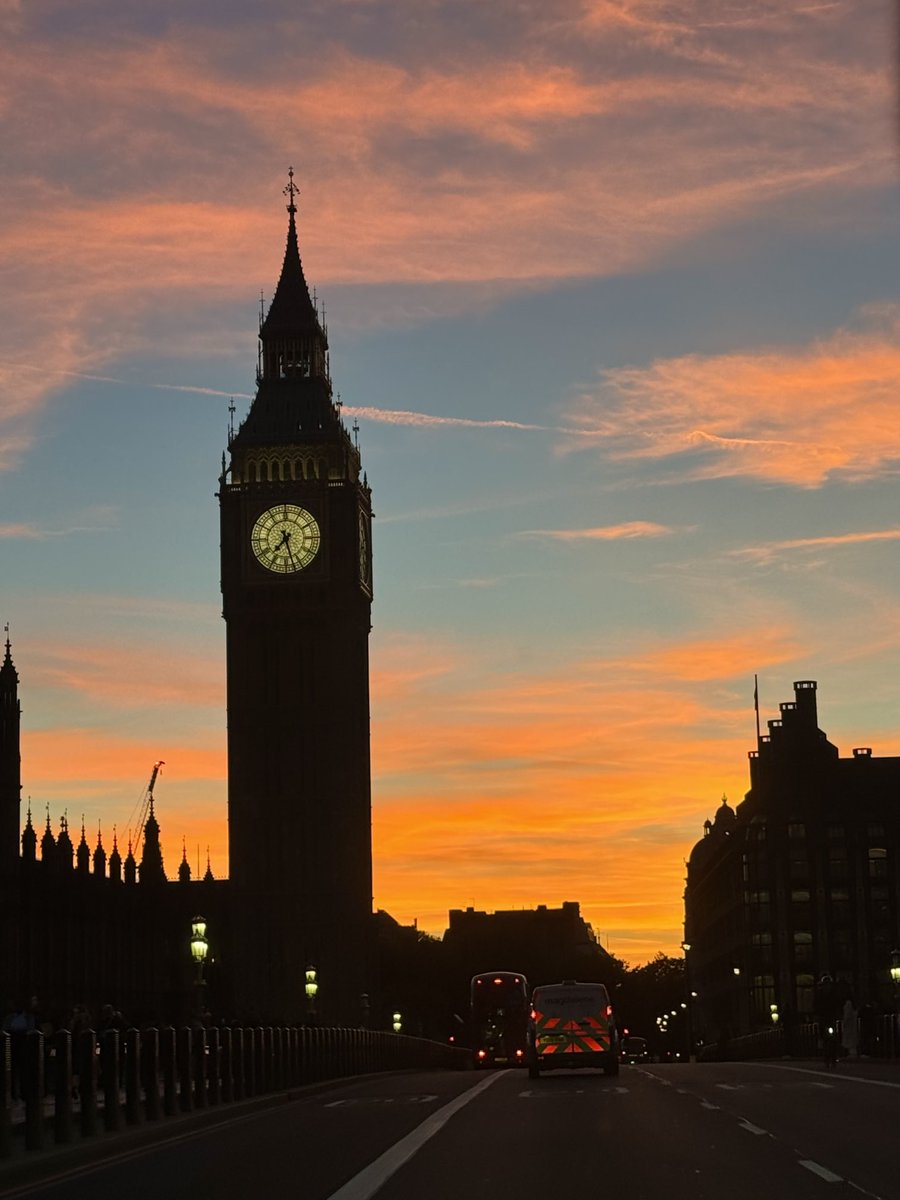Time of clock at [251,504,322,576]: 7:27
